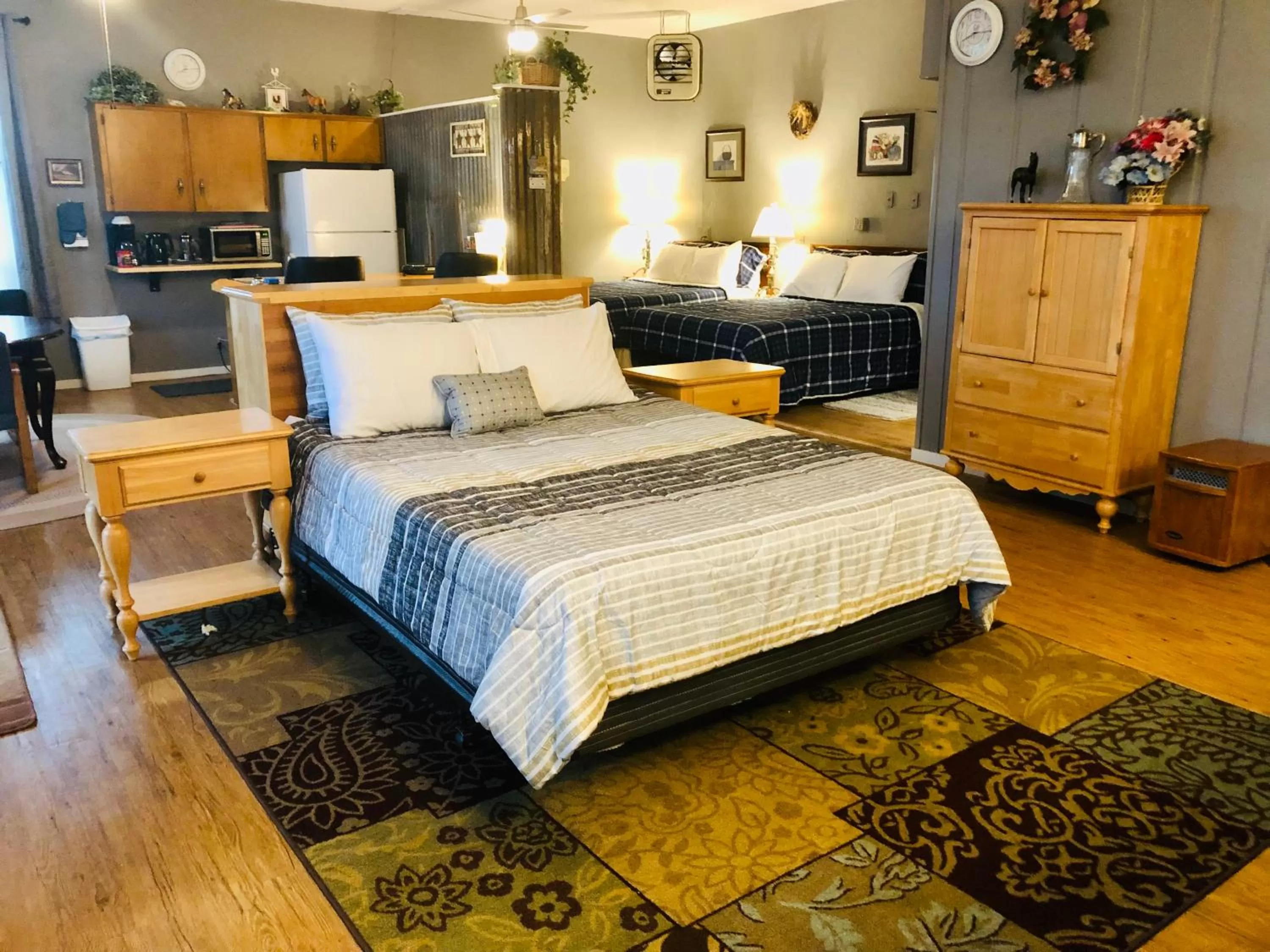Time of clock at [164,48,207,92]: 8:14
